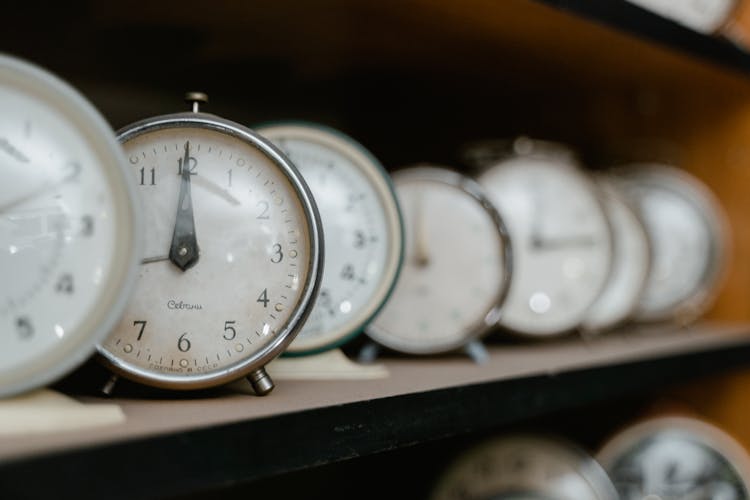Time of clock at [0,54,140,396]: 12:00
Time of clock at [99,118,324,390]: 12:00
